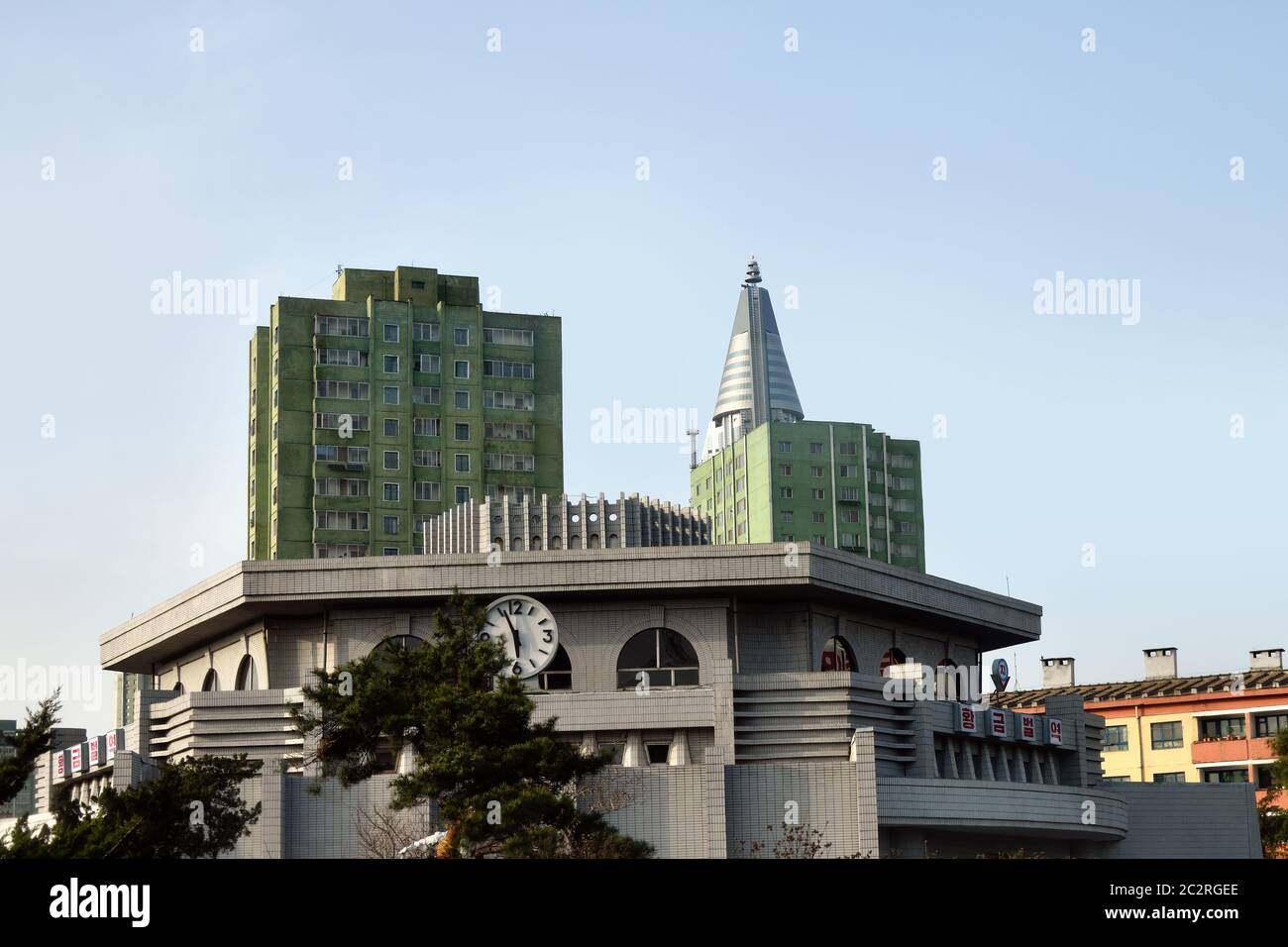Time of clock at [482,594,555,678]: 5:56
